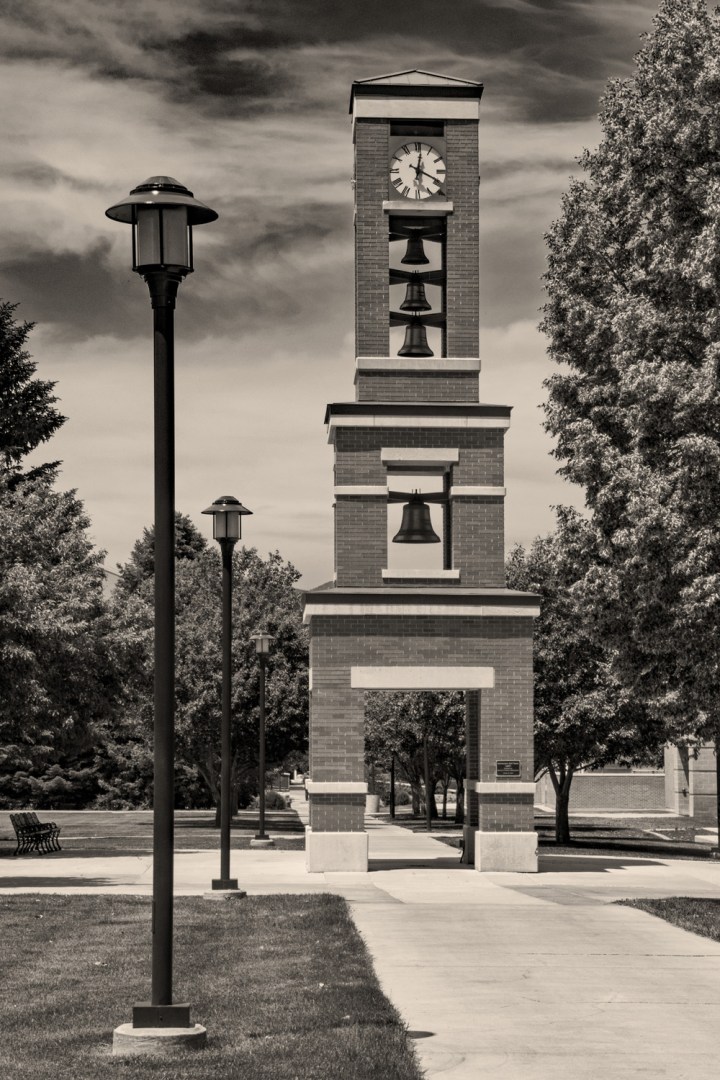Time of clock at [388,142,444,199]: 12:19
